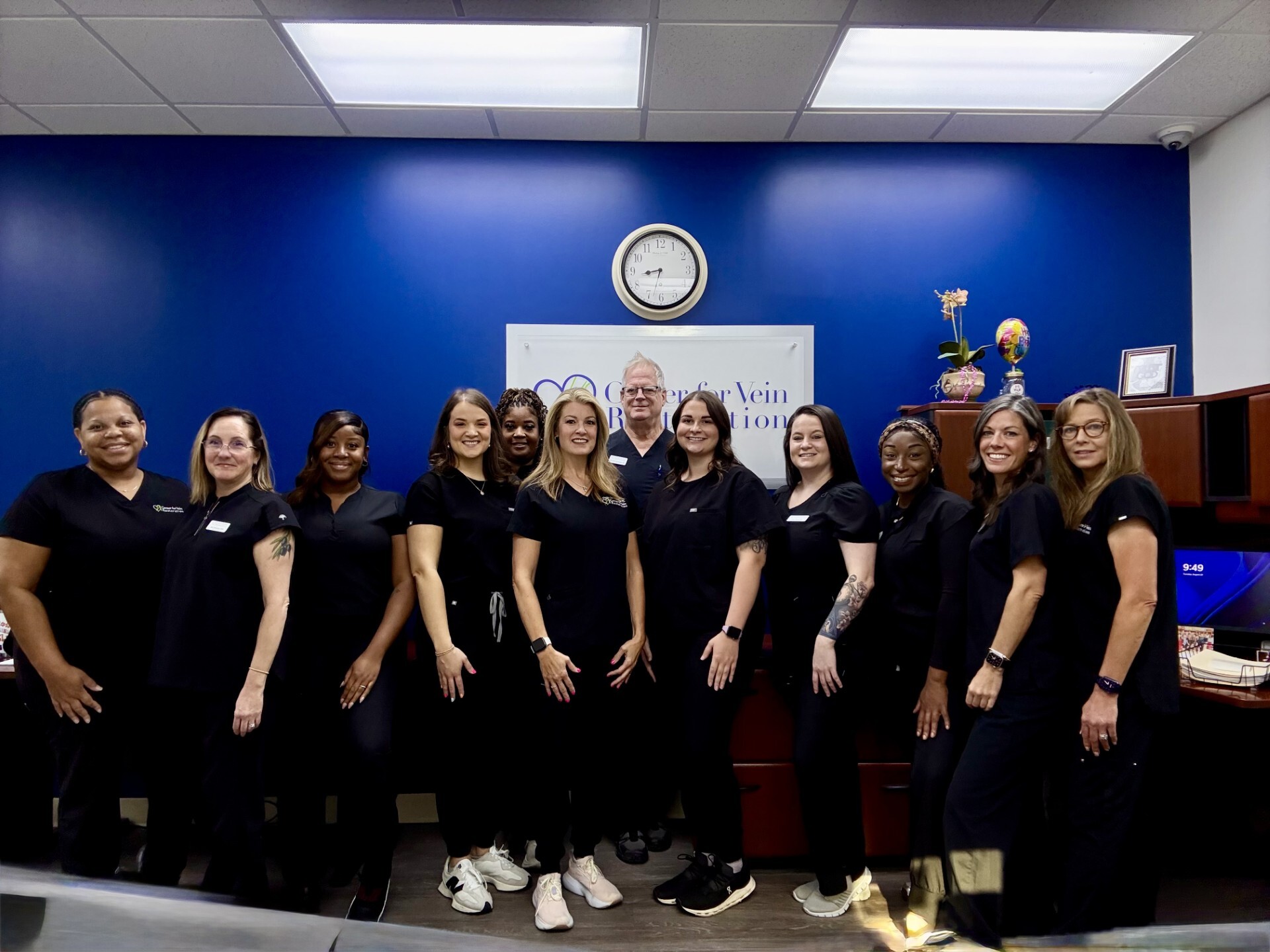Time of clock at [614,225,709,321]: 8:33
